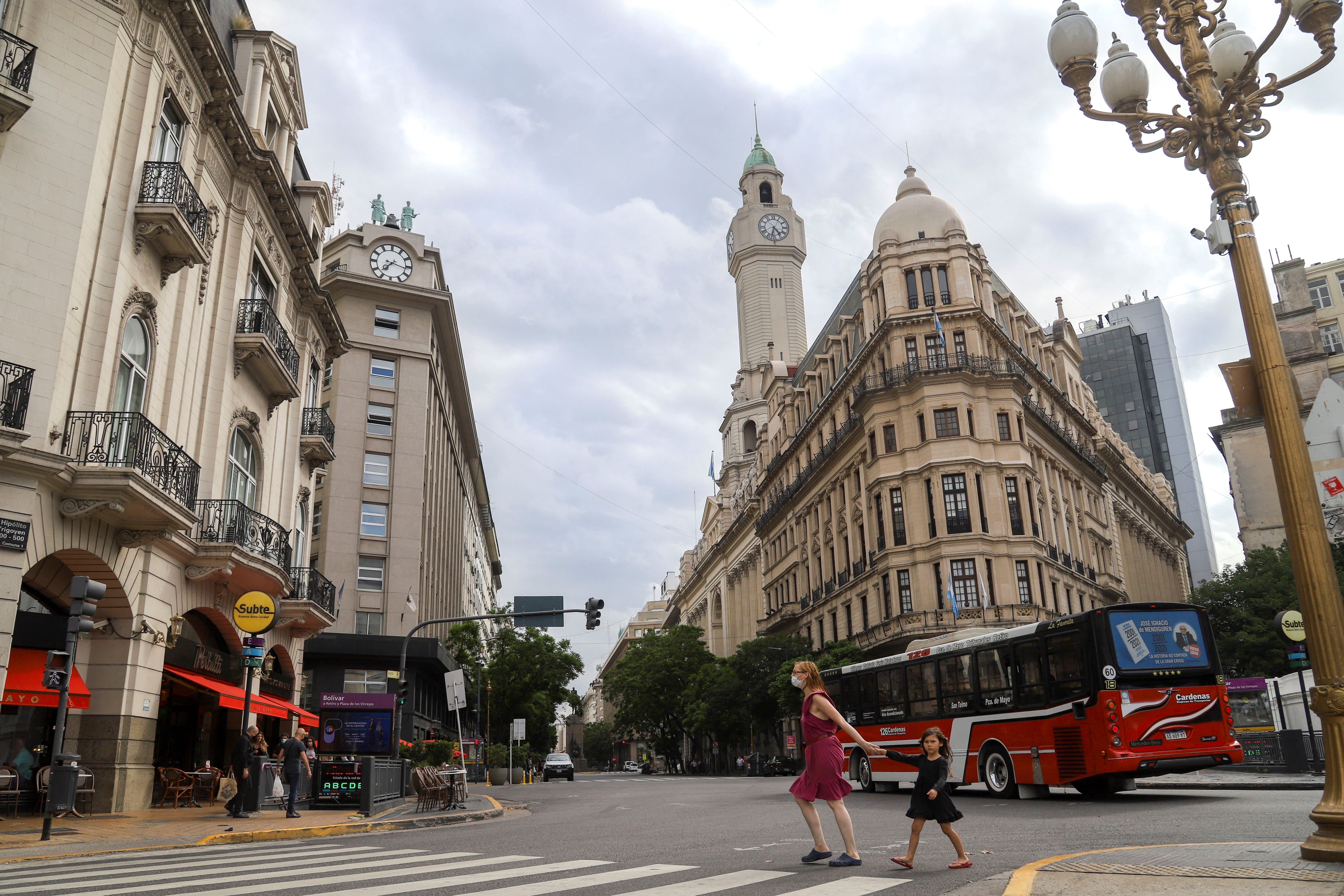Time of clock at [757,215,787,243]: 4:32
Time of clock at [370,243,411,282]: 7:17
